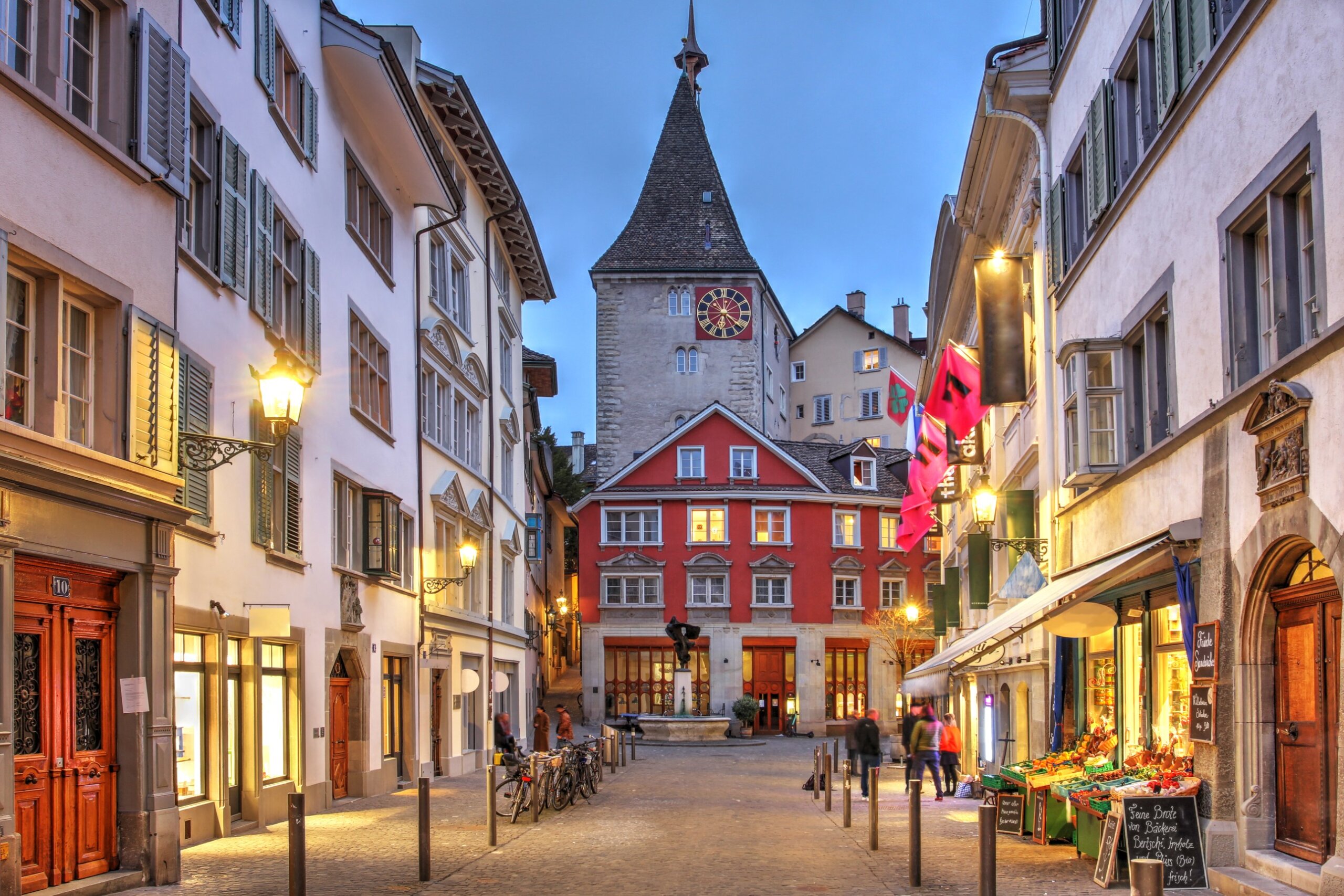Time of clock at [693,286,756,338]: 6:21
